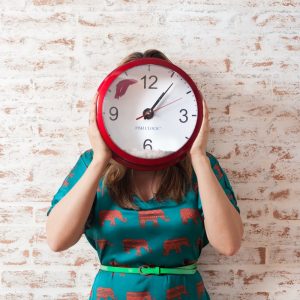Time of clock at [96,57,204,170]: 1:06
